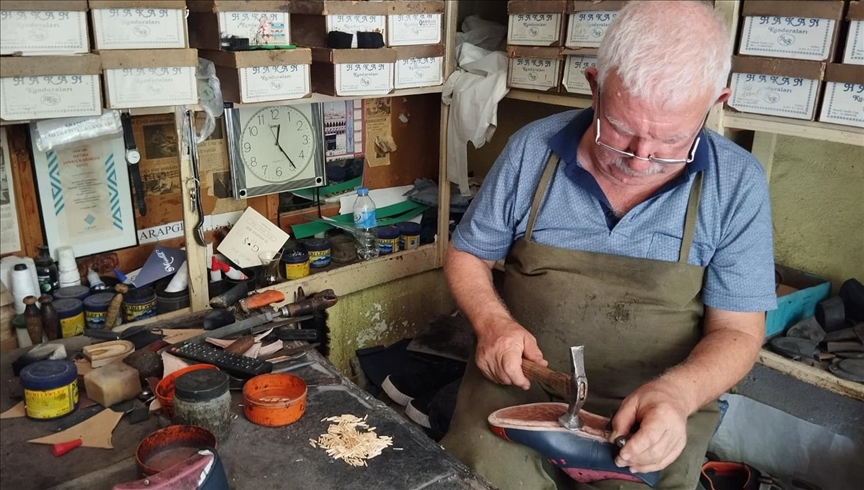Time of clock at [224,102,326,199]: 12:24
